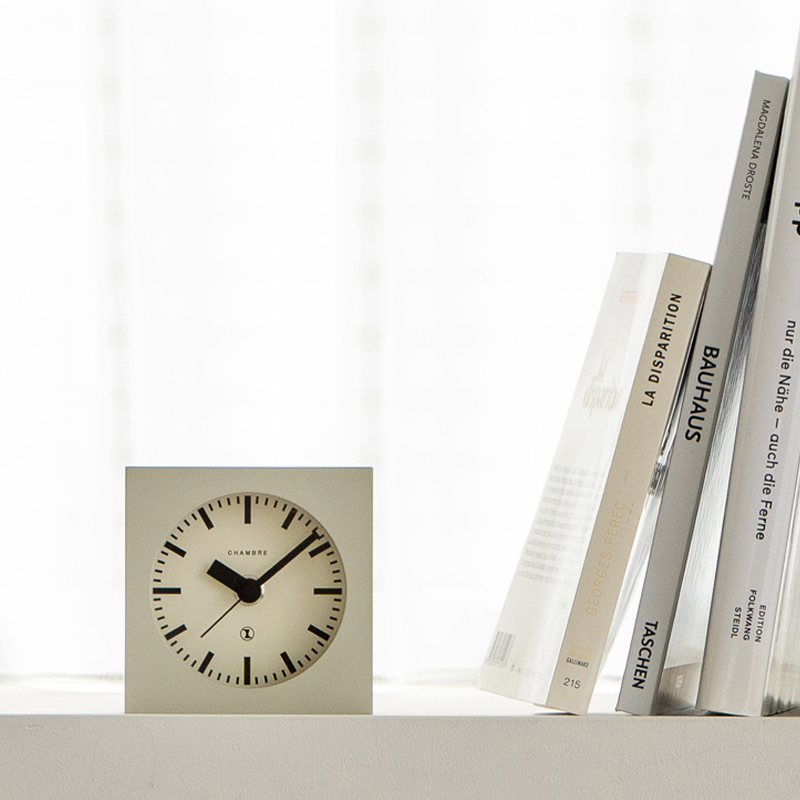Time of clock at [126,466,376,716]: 10:08
